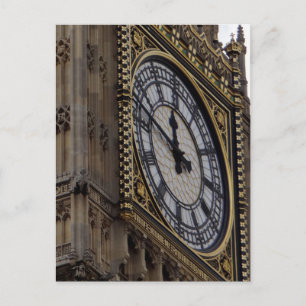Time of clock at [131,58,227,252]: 11:46
